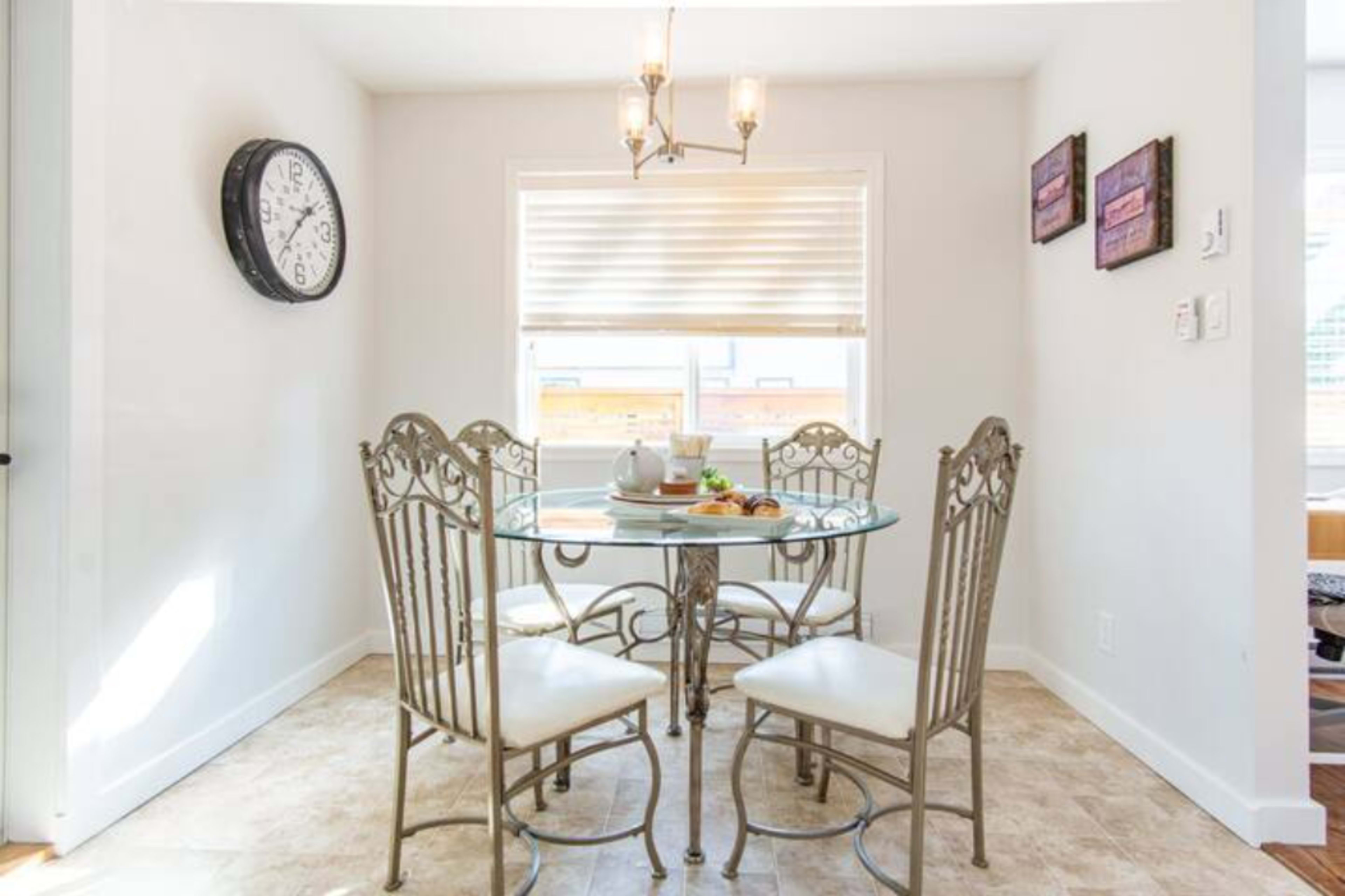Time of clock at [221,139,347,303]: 1:37
